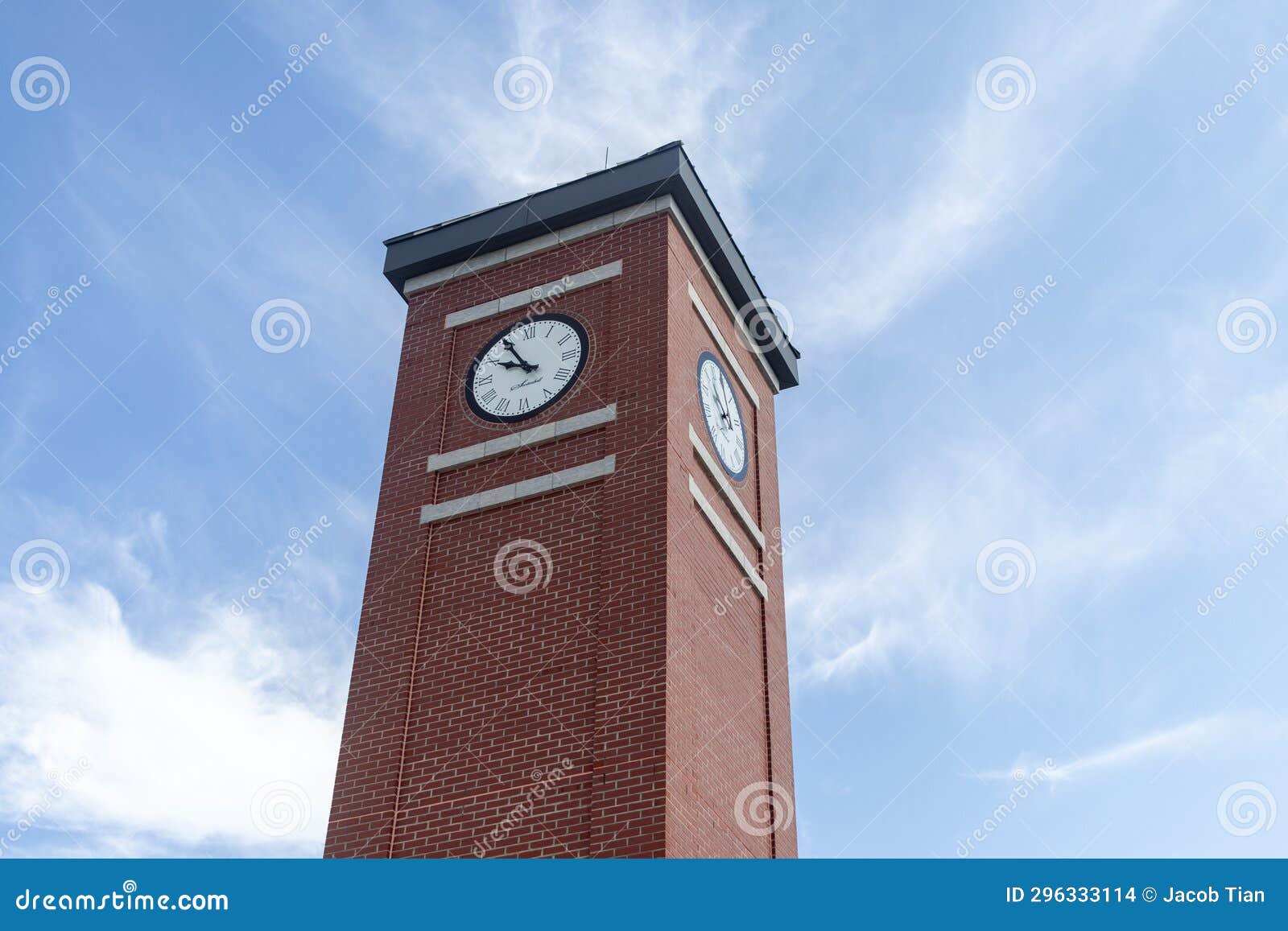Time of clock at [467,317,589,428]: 9:54
